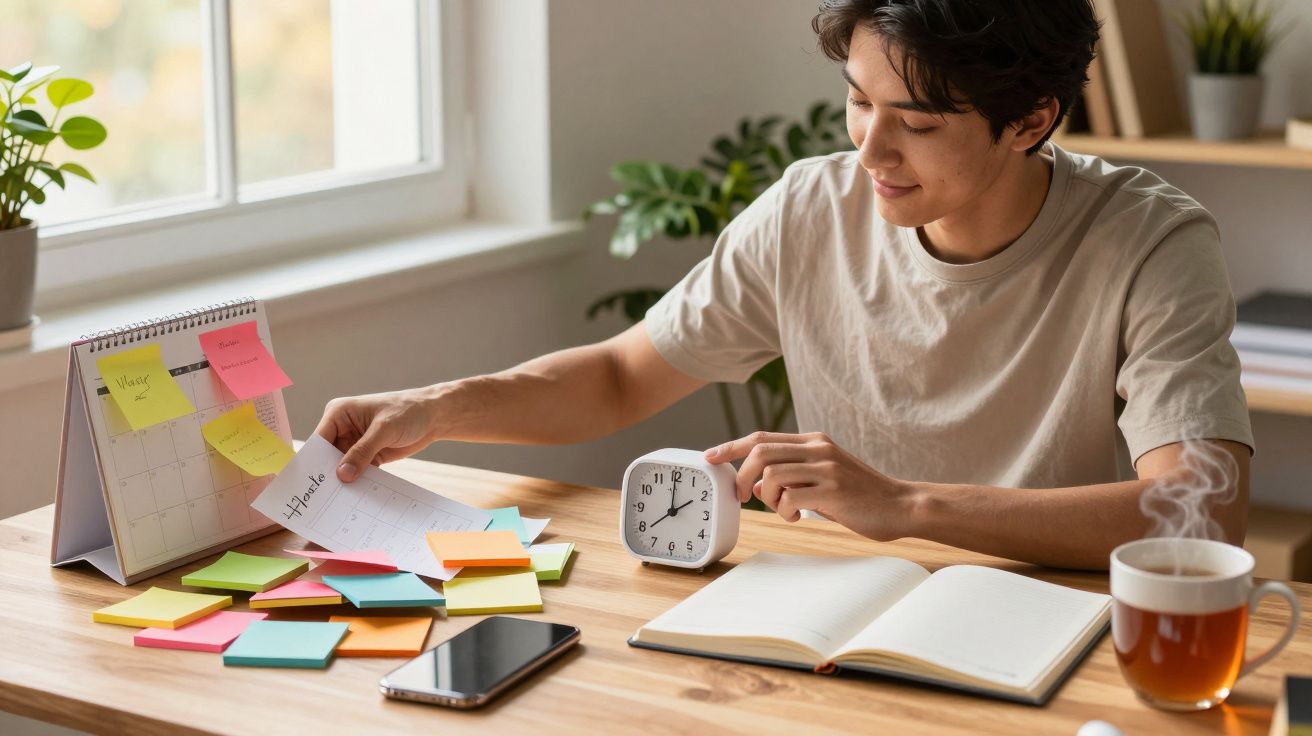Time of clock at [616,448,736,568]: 2:00
